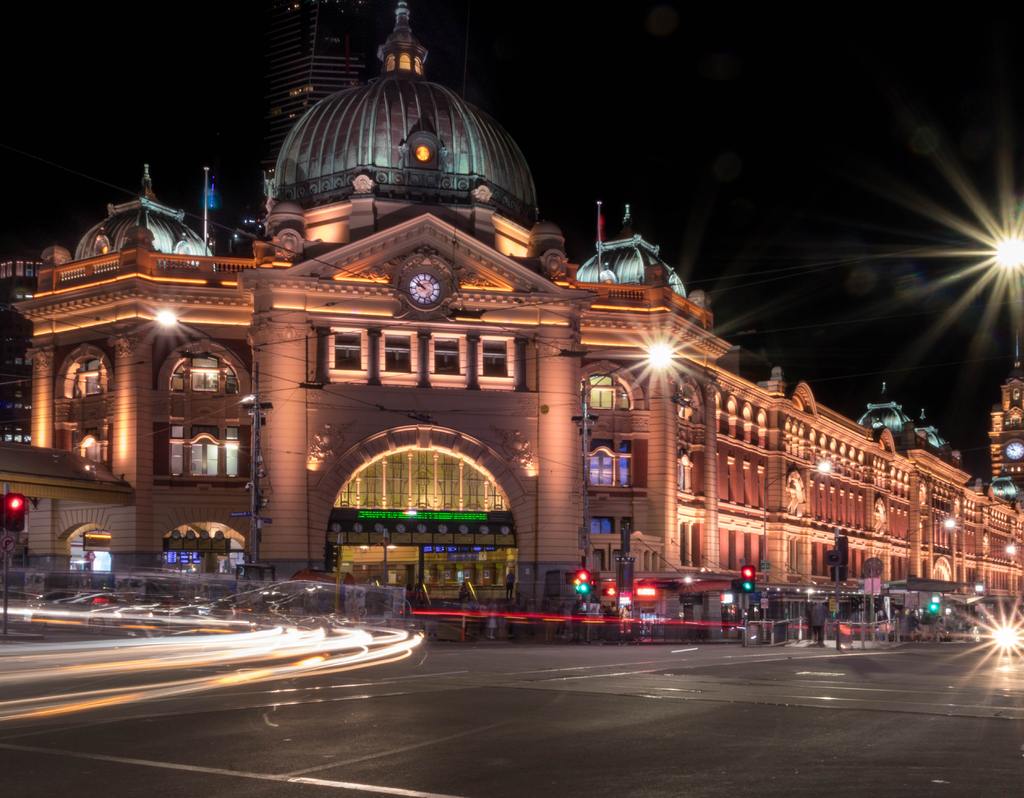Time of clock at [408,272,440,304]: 9:51
